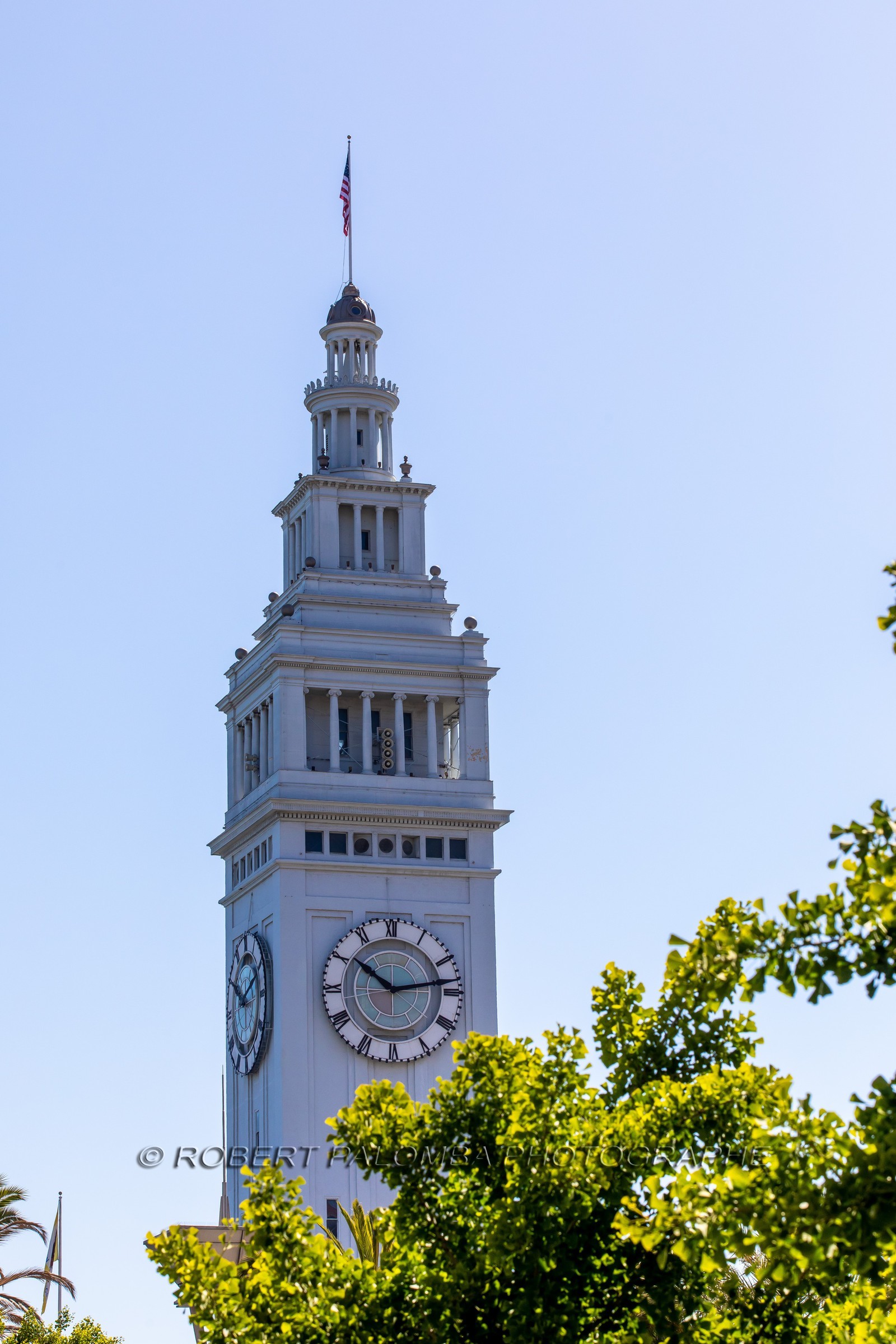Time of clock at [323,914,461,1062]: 10:13
